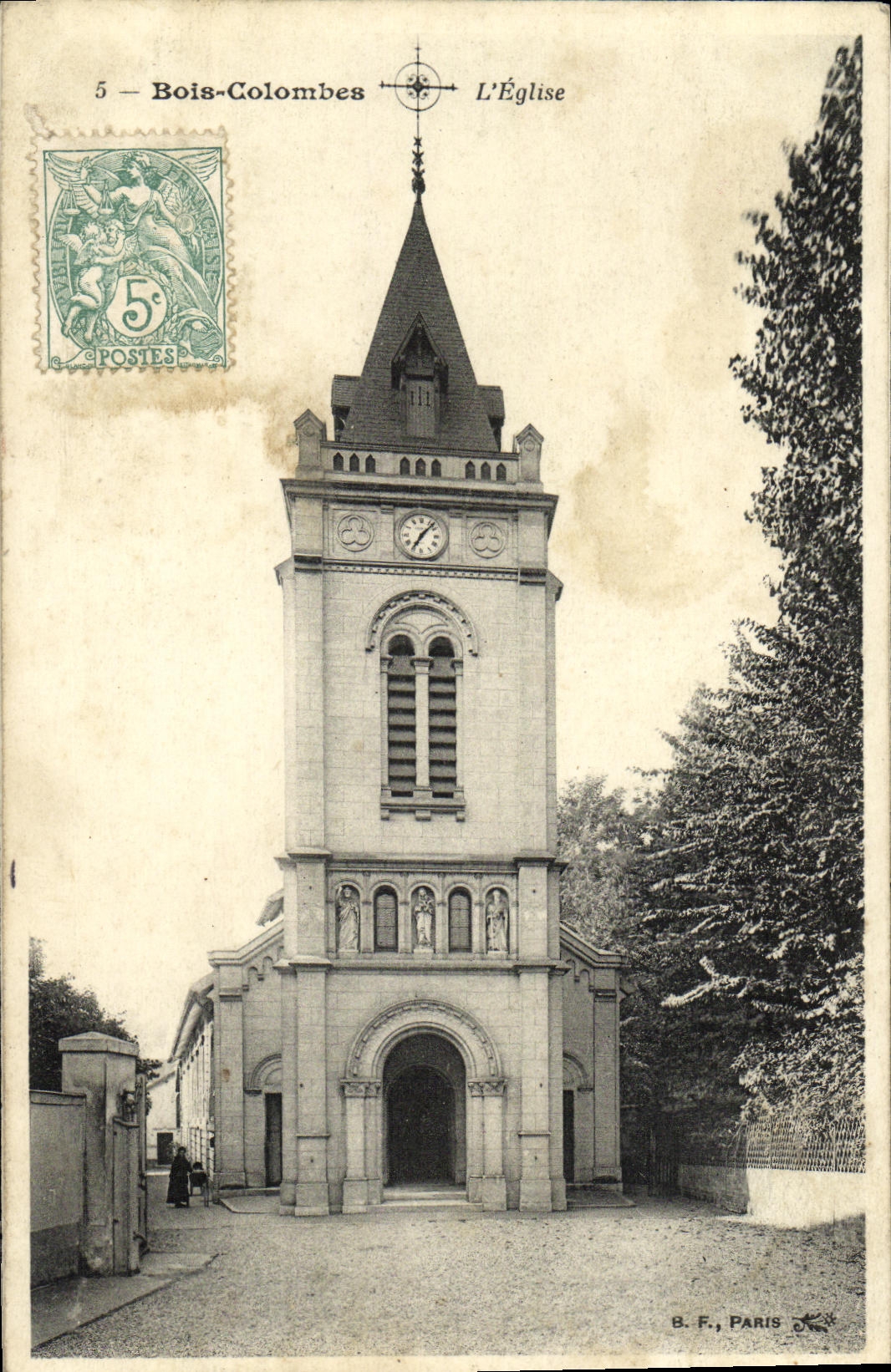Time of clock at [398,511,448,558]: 7:07
